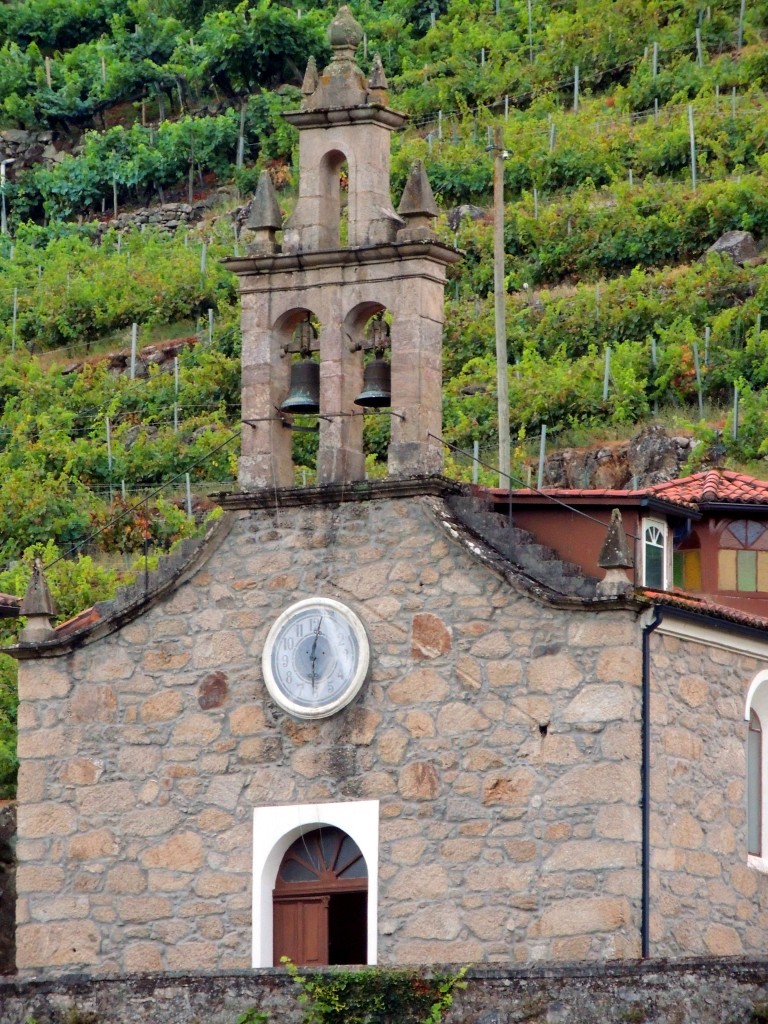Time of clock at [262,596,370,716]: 6:02
